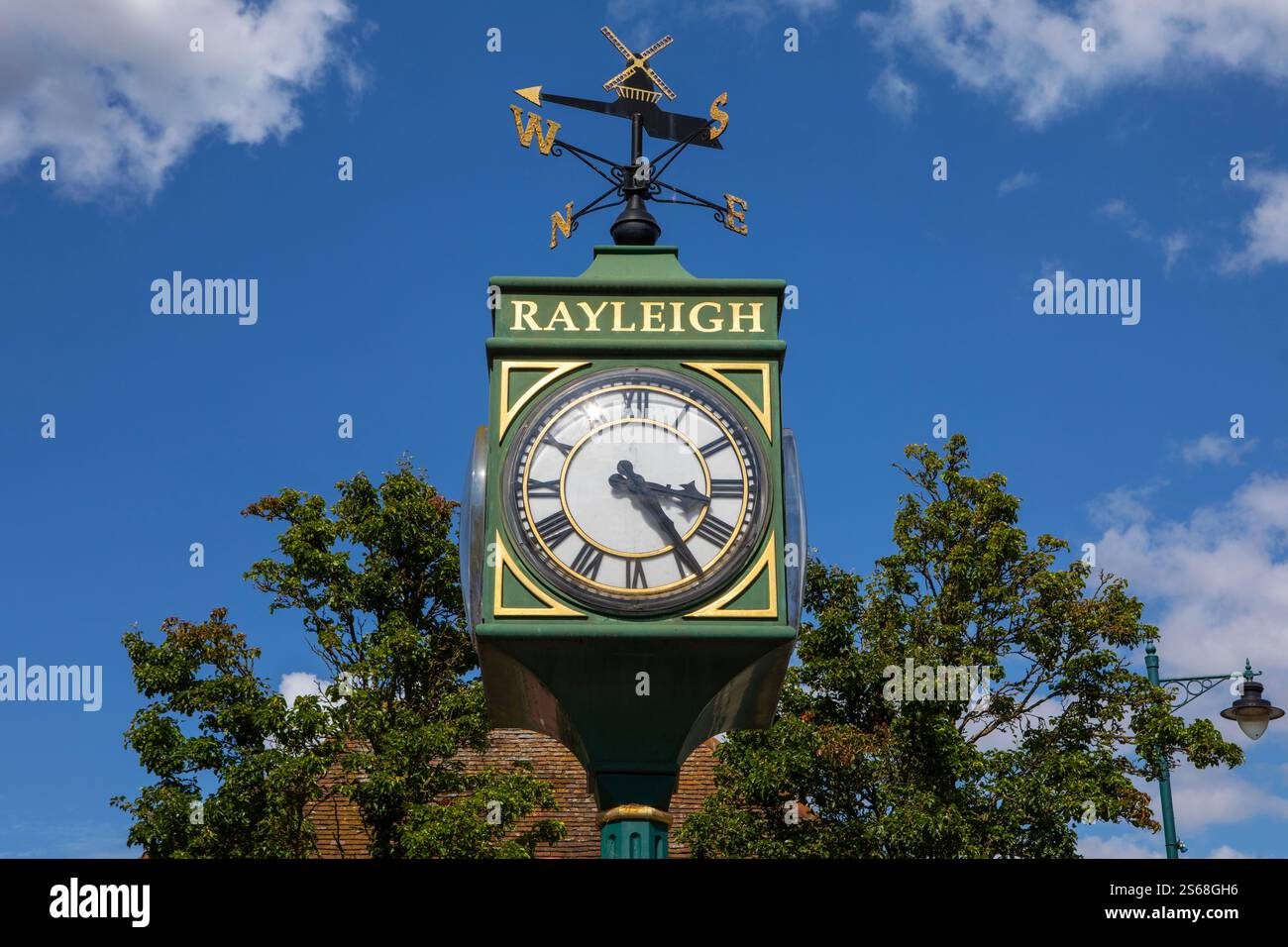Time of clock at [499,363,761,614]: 3:24
